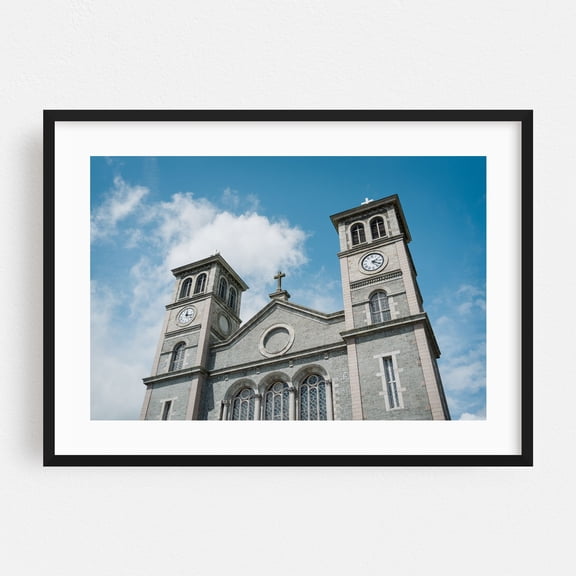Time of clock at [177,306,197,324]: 12:16
